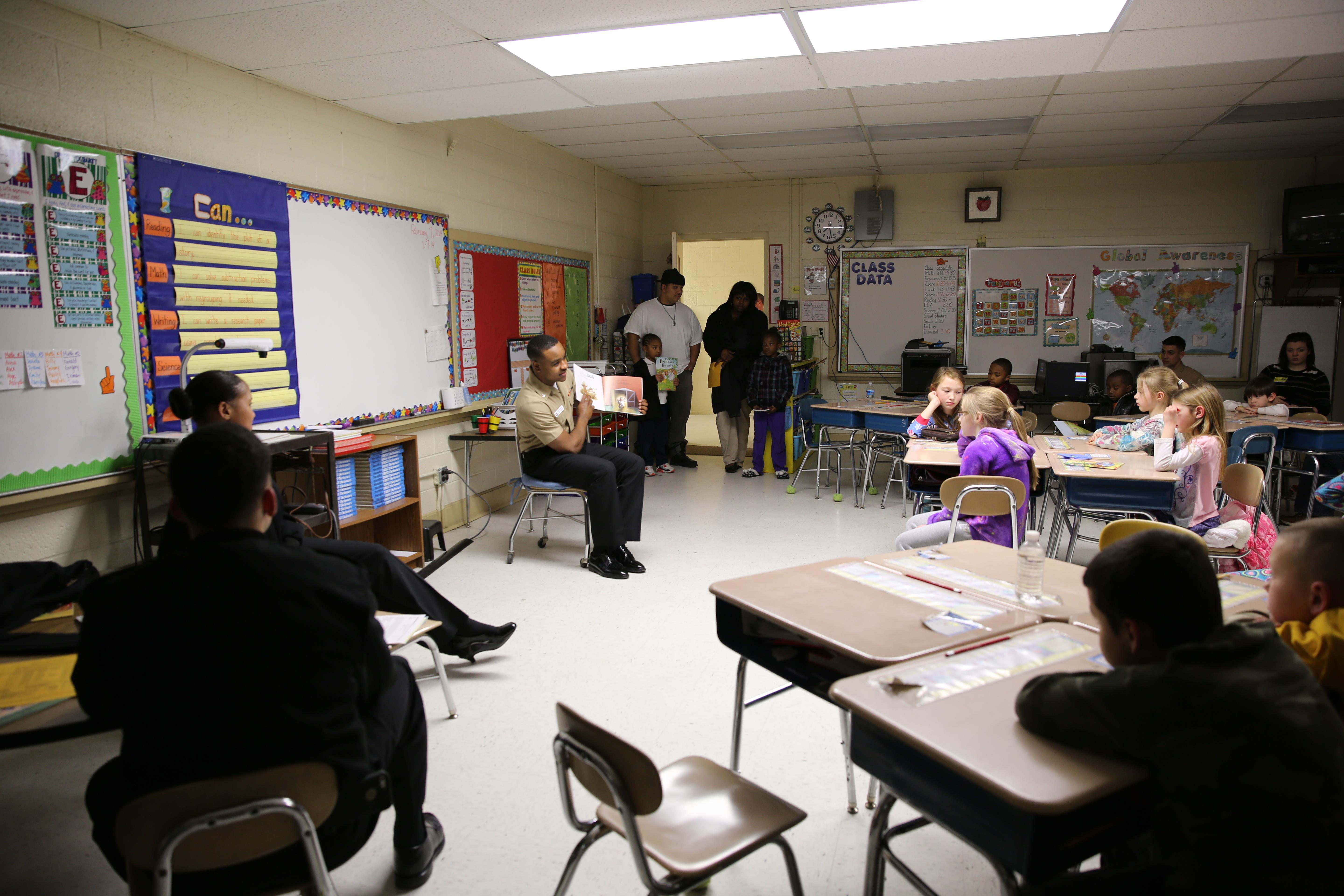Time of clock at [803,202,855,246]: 7:27
